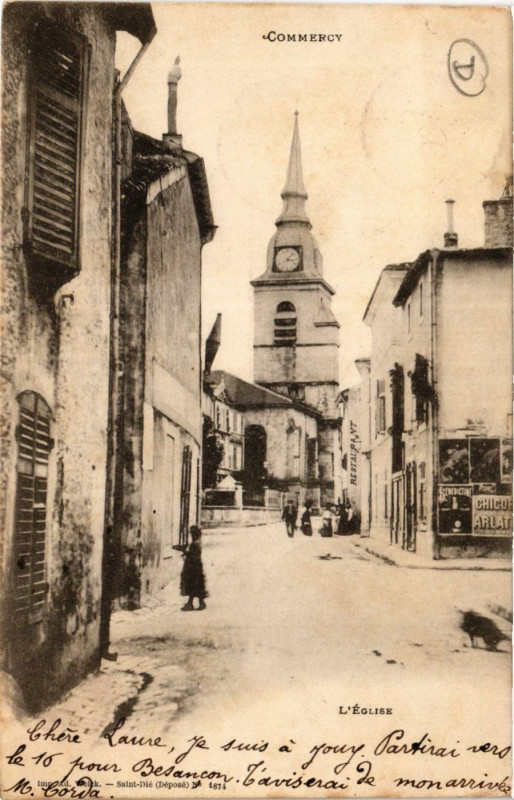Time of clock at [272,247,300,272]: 3:07
